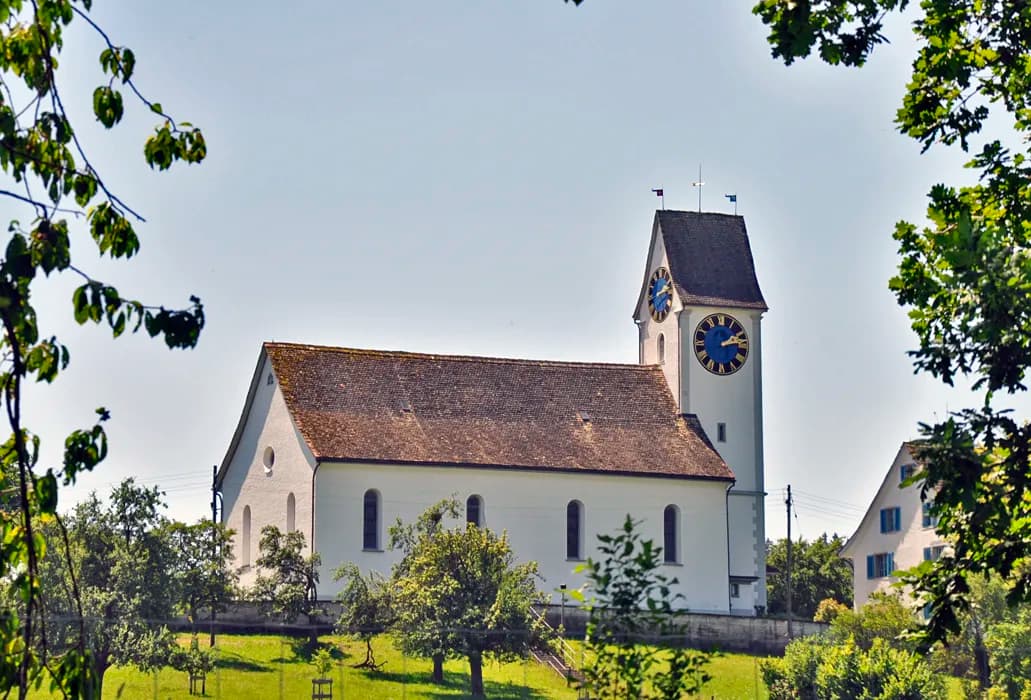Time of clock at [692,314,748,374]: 2:13
